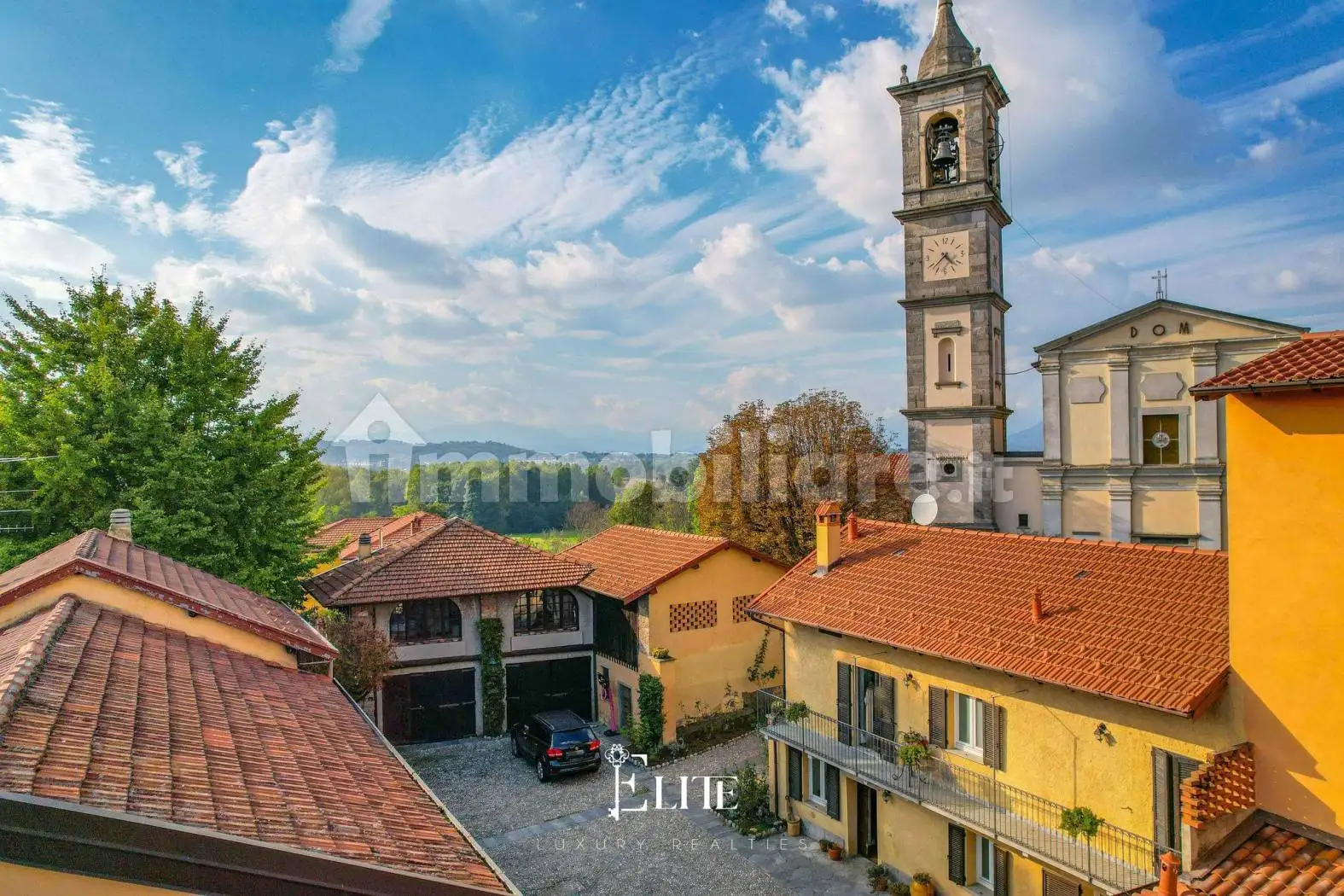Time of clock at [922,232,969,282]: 4:37
